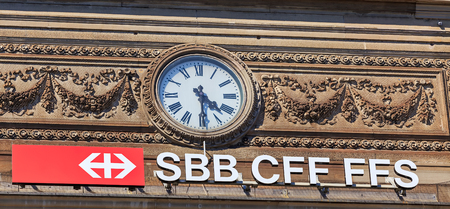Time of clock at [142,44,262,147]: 4:29
